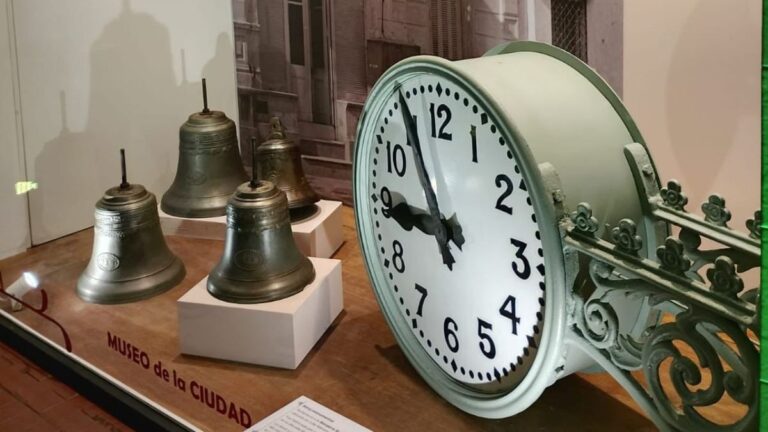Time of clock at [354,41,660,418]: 8:55
